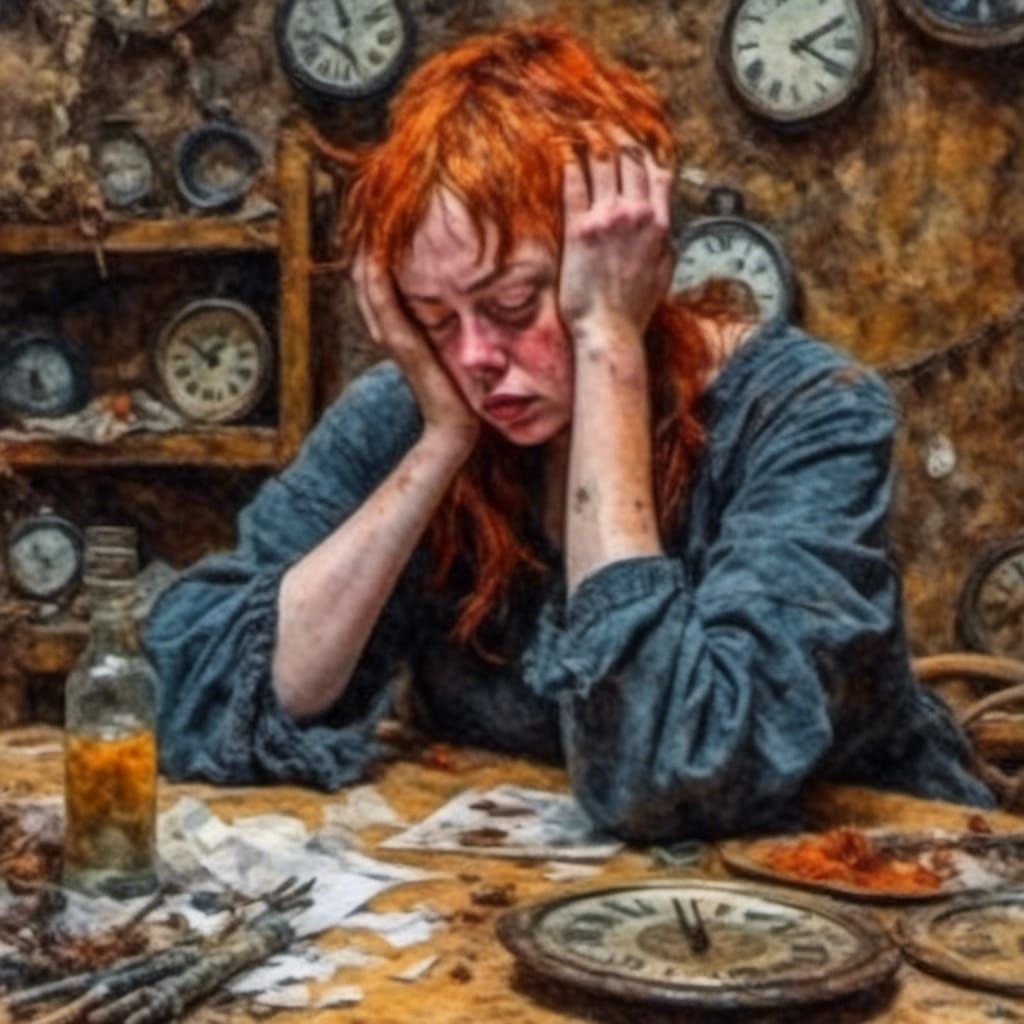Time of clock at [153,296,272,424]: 12:51
